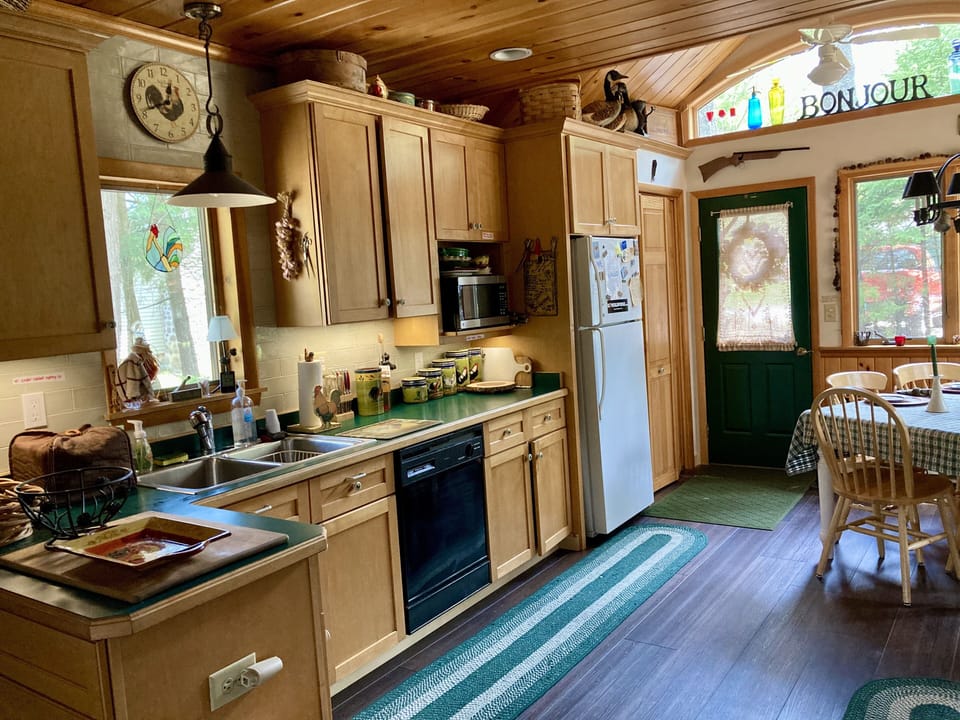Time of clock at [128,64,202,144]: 12:41
